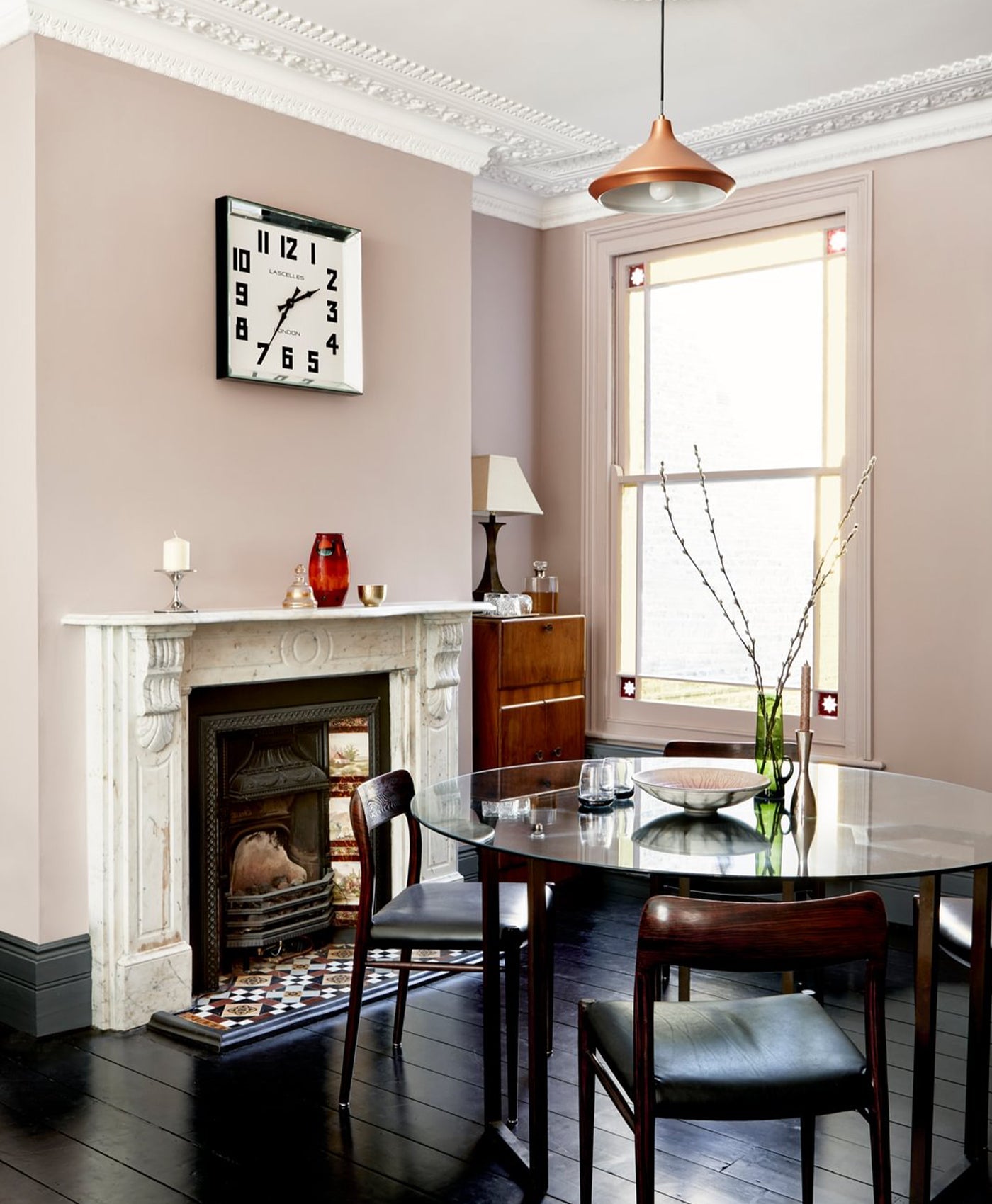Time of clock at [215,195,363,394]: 1:34
